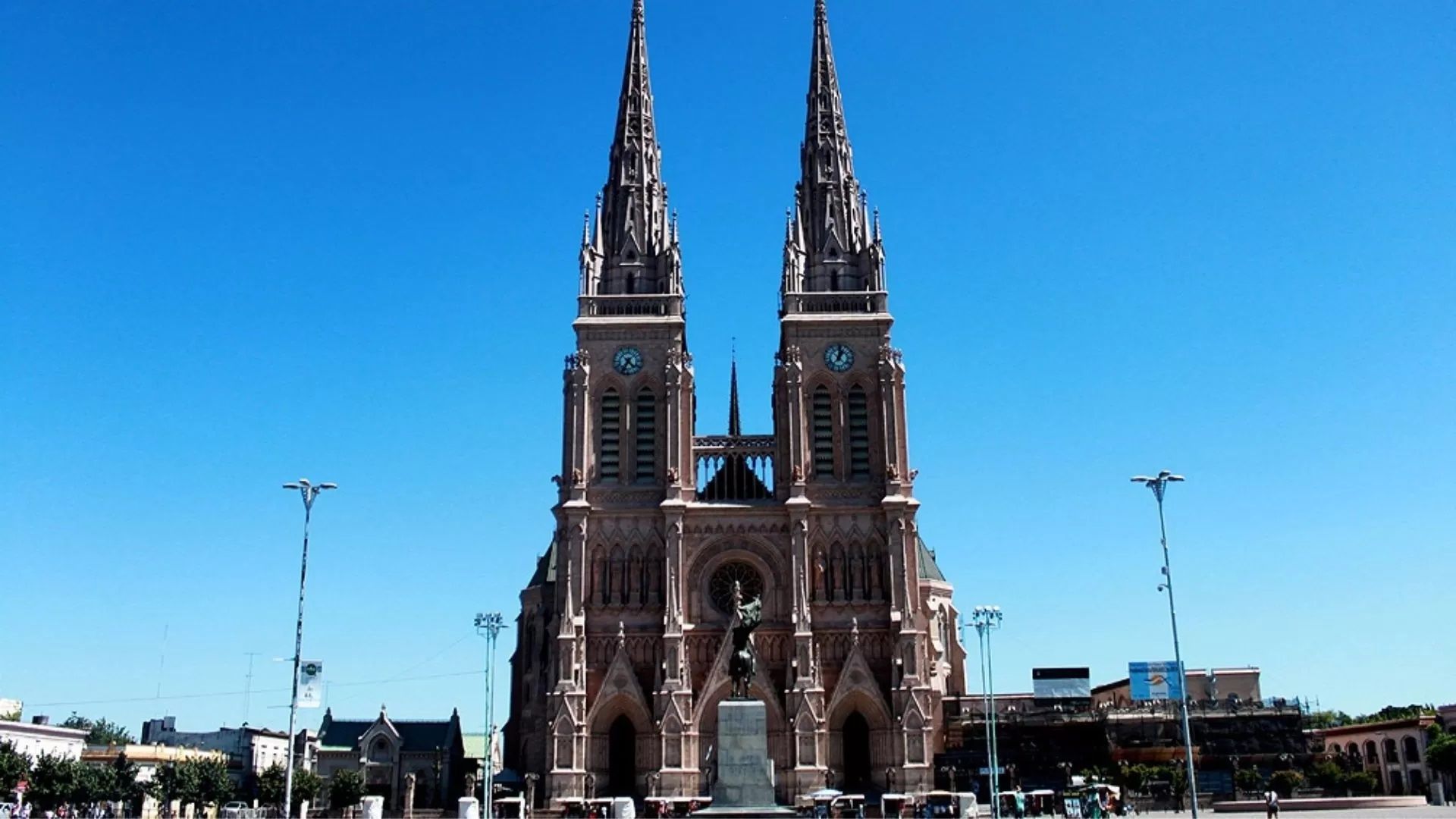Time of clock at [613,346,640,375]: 4:34
